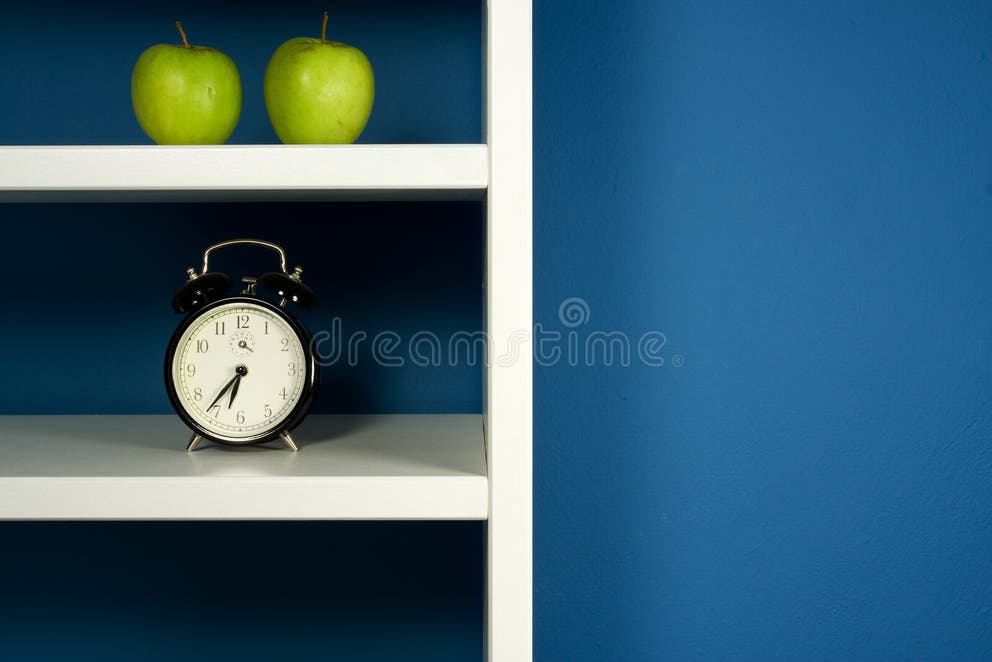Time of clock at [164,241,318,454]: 6:36
